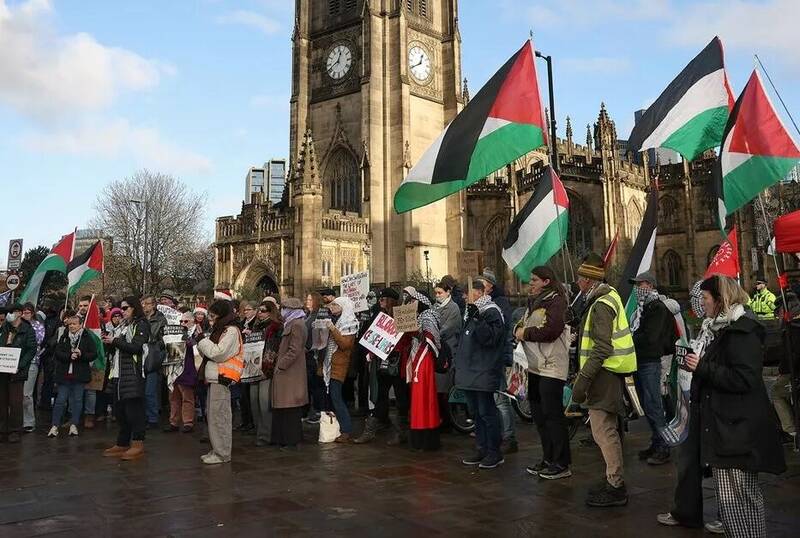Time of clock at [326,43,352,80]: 12:40
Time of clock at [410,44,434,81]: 12:40
